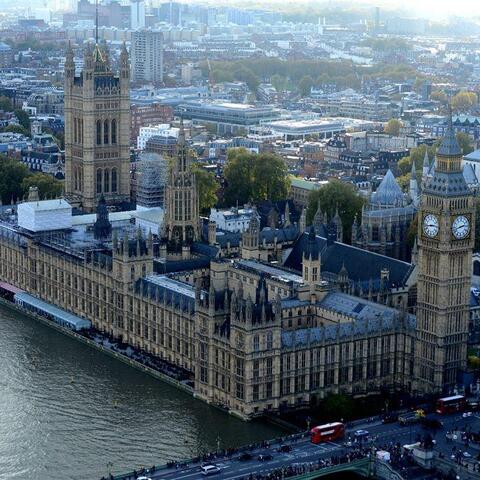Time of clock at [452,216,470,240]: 2:42
